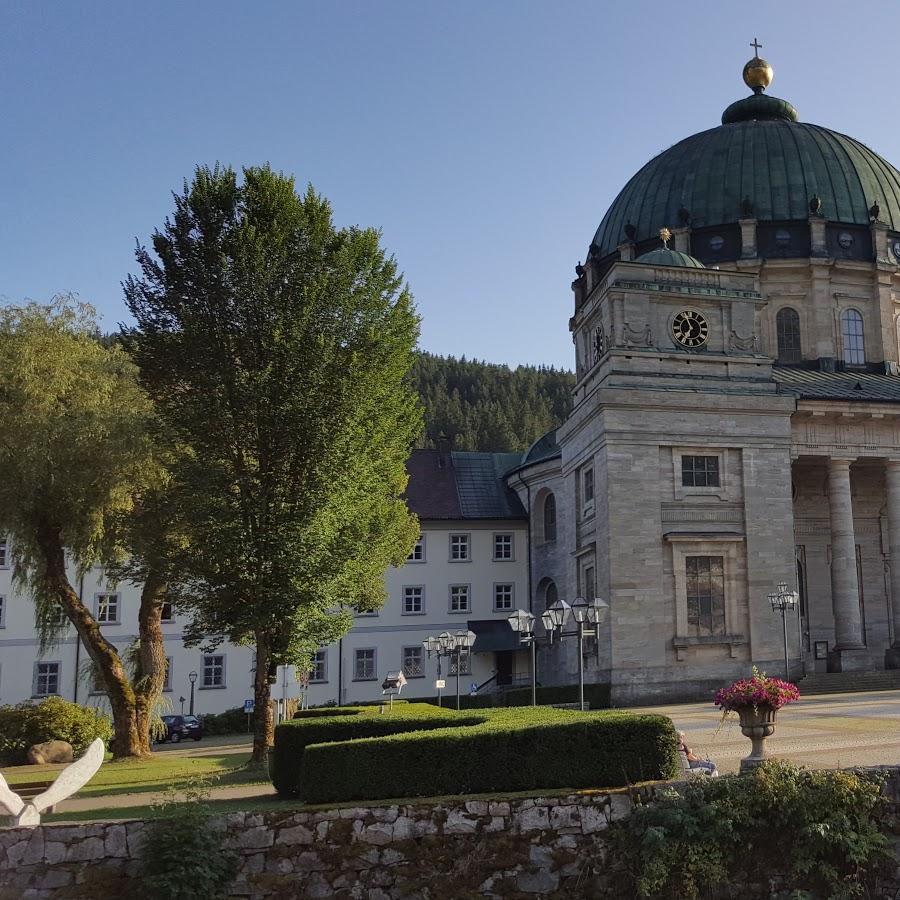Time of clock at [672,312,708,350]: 6:56
